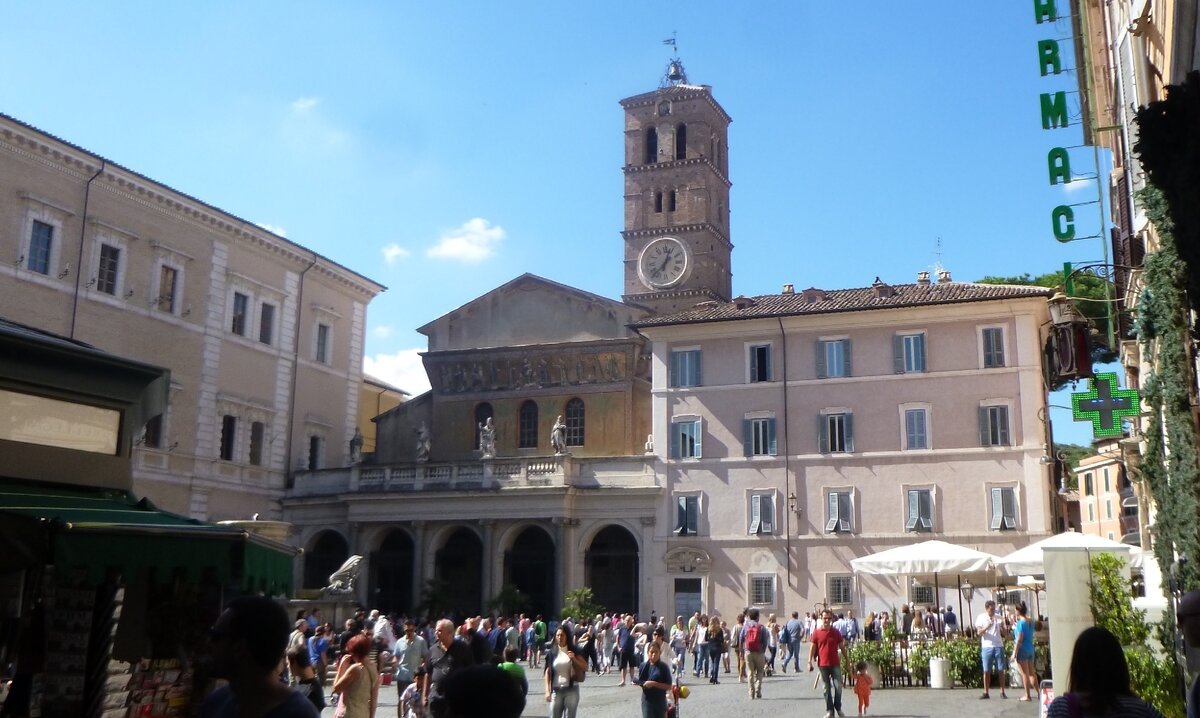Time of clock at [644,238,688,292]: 12:37
